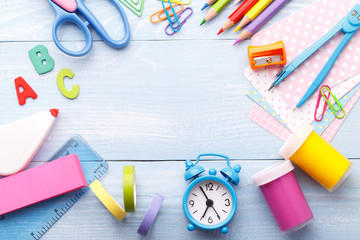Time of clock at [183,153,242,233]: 6:55
